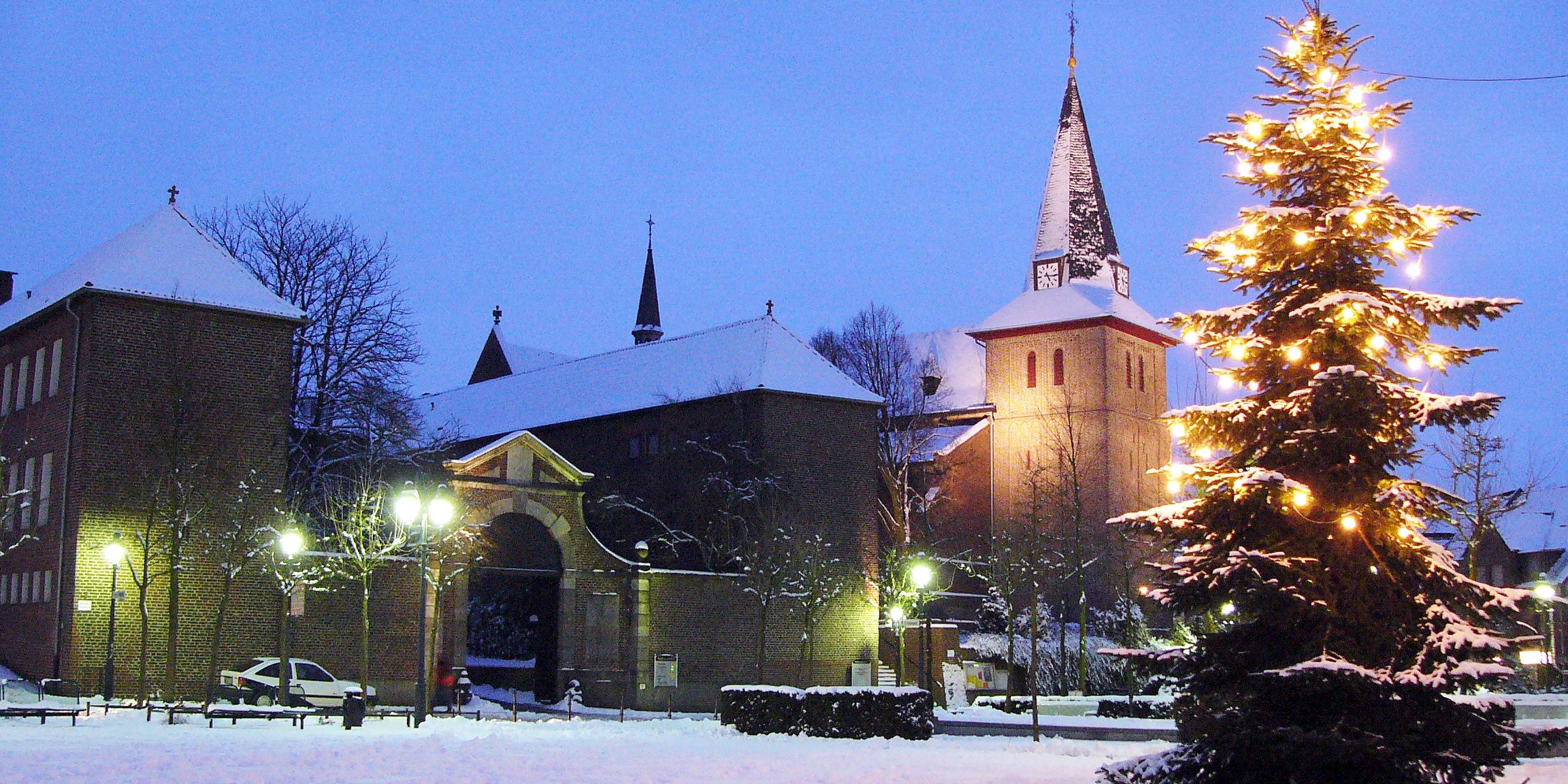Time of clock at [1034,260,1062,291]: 5:15
